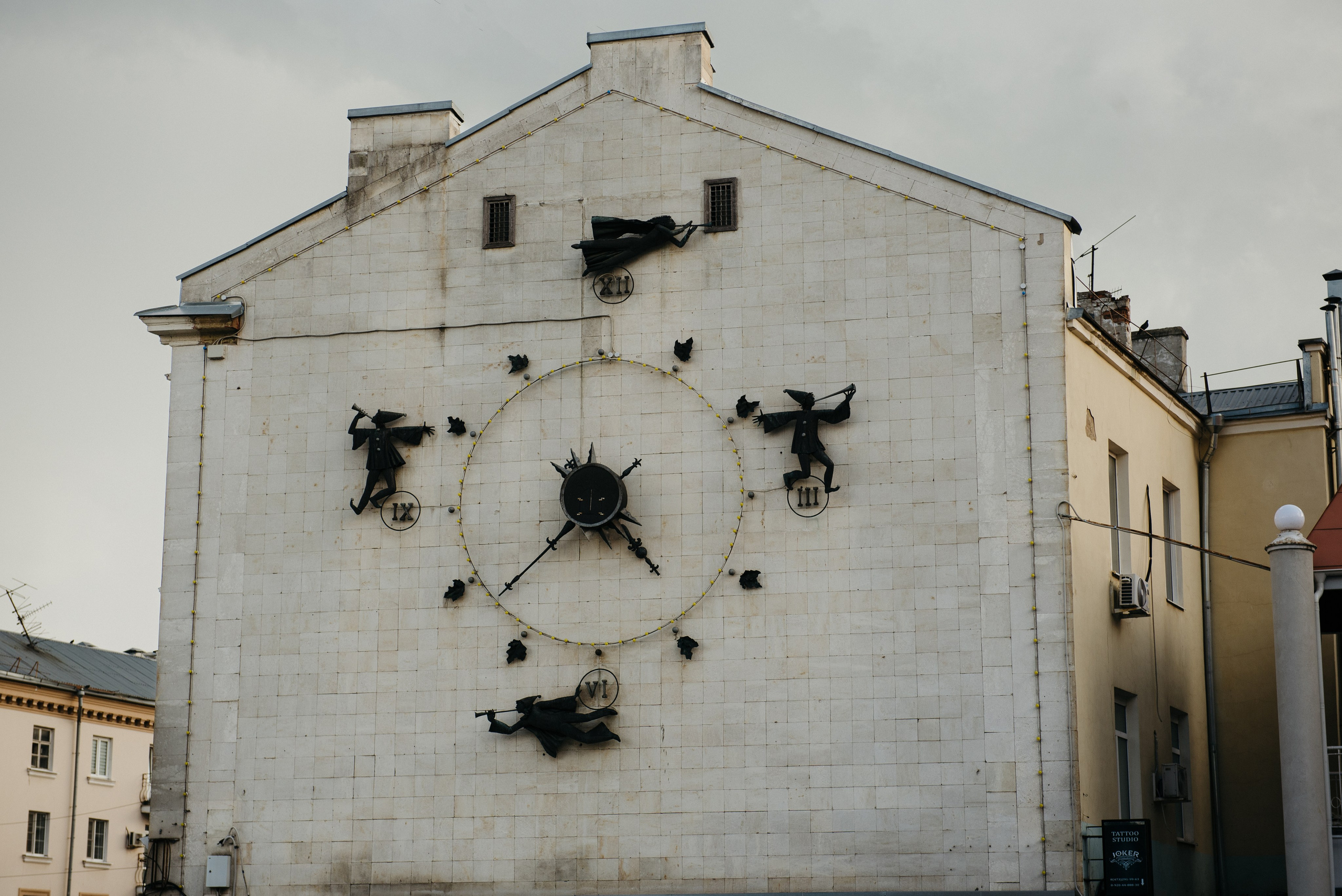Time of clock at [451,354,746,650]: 4:38
